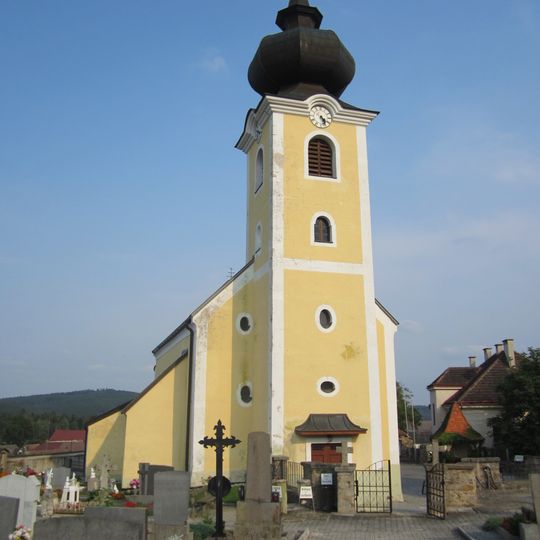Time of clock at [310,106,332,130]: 4:26
